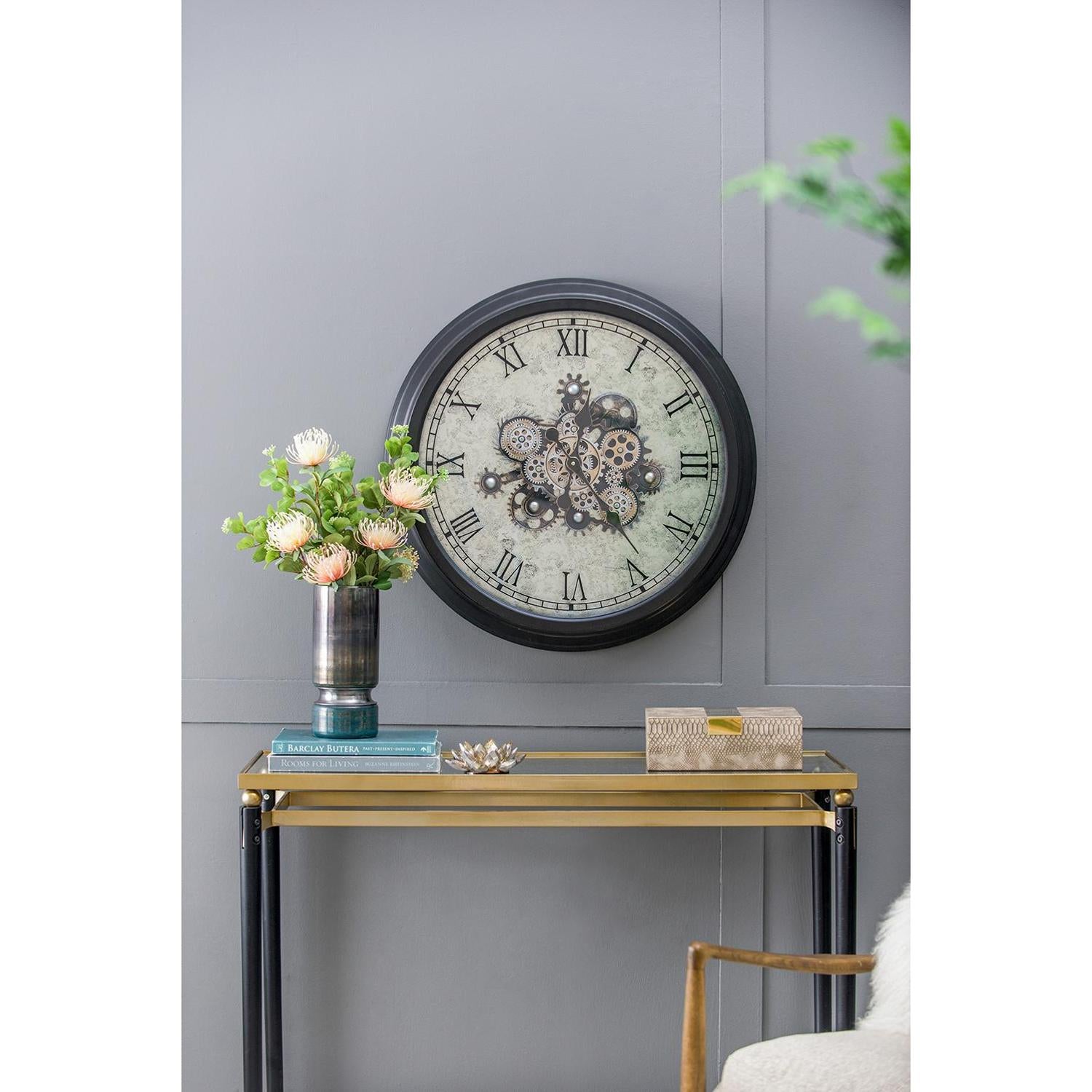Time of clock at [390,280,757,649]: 12:23
